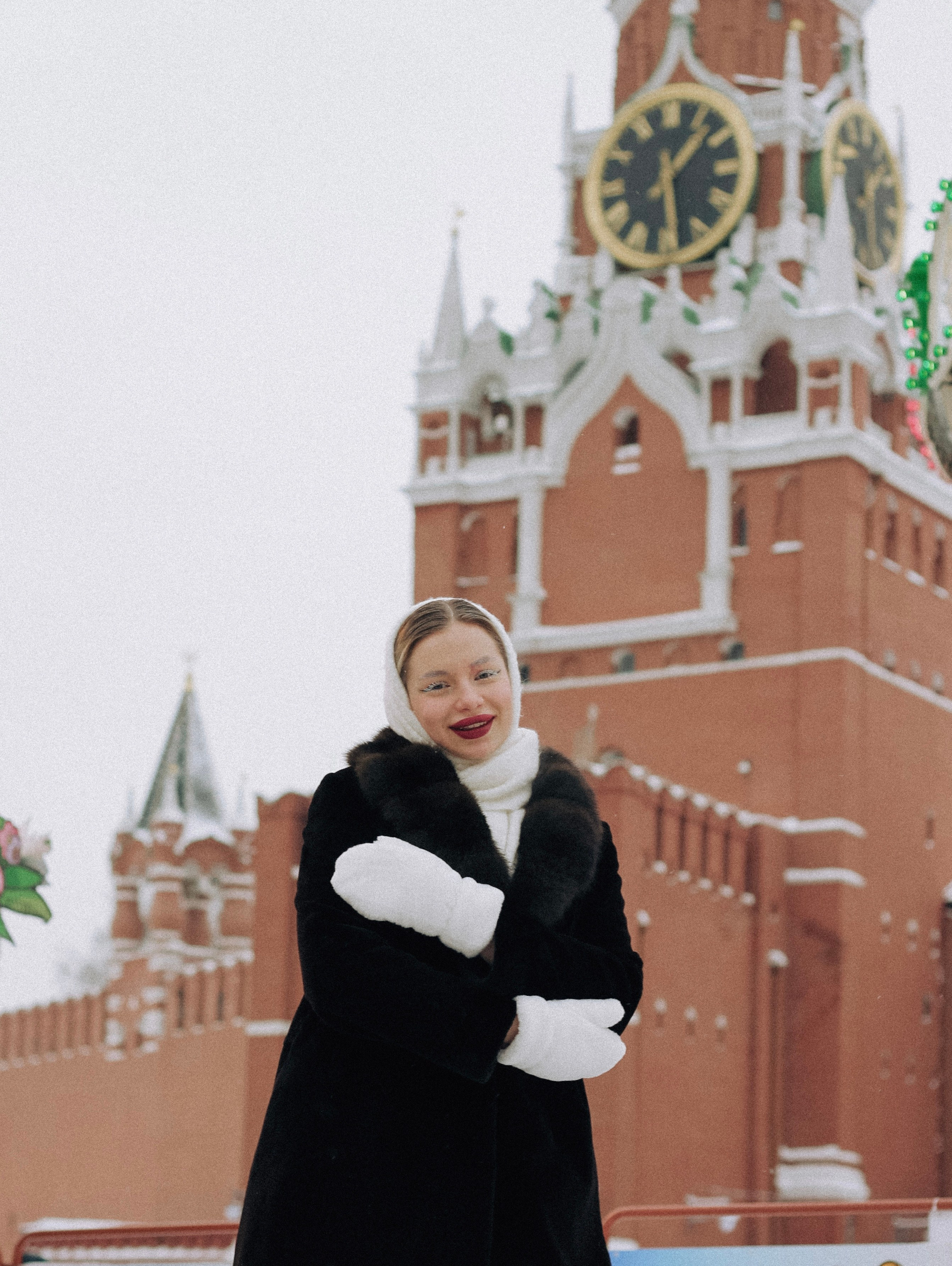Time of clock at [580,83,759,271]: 1:28
